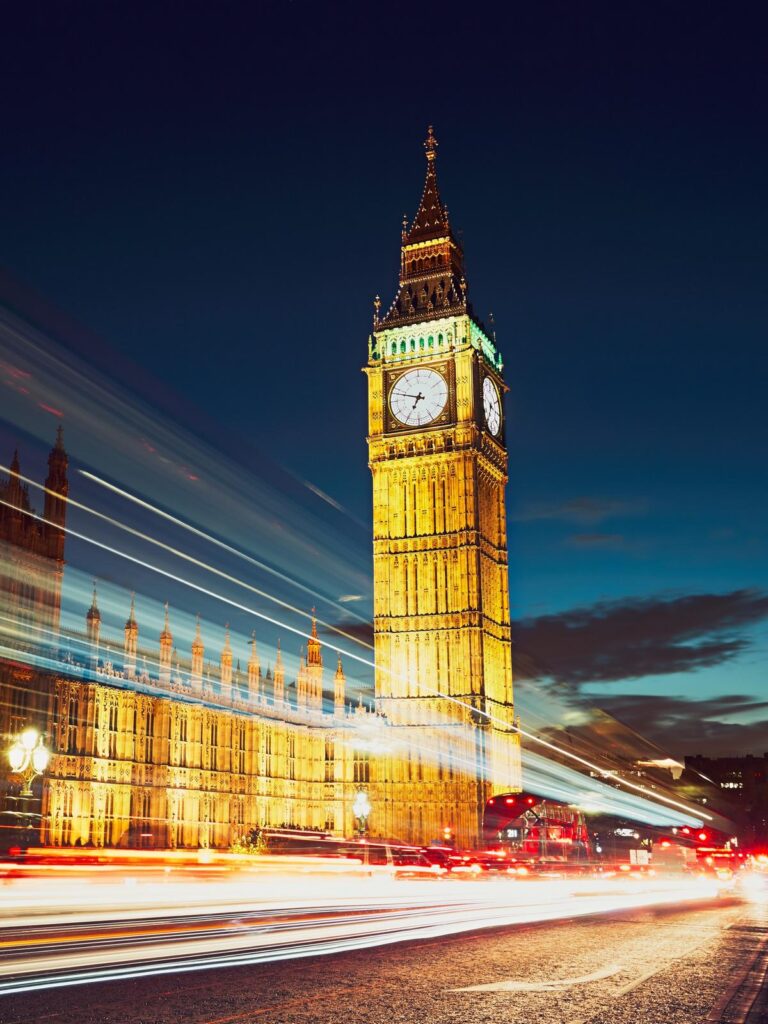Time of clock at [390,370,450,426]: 6:48
